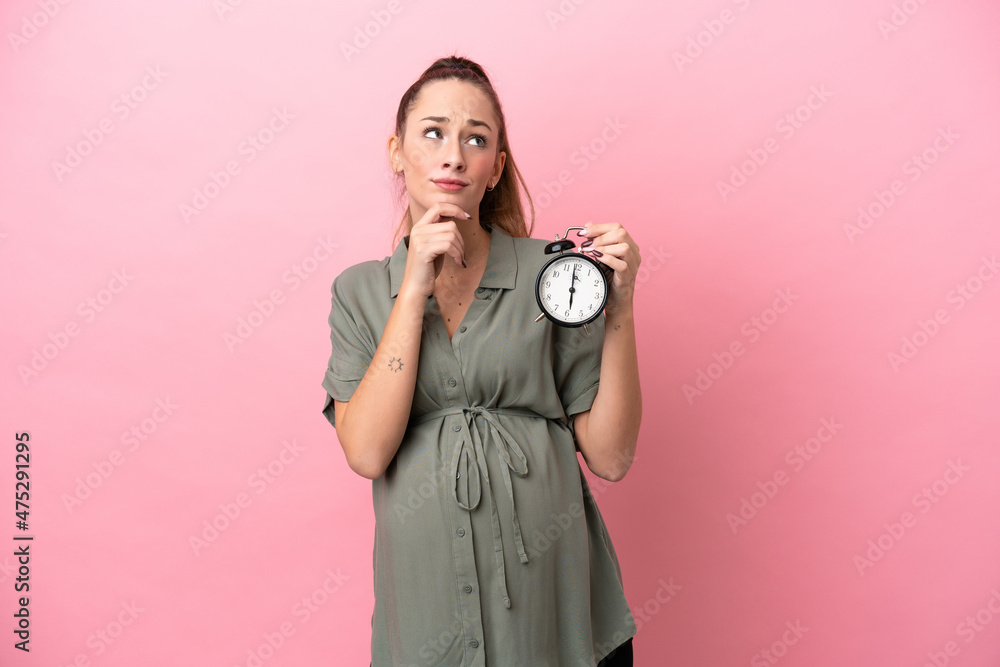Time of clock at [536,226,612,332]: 5:59
